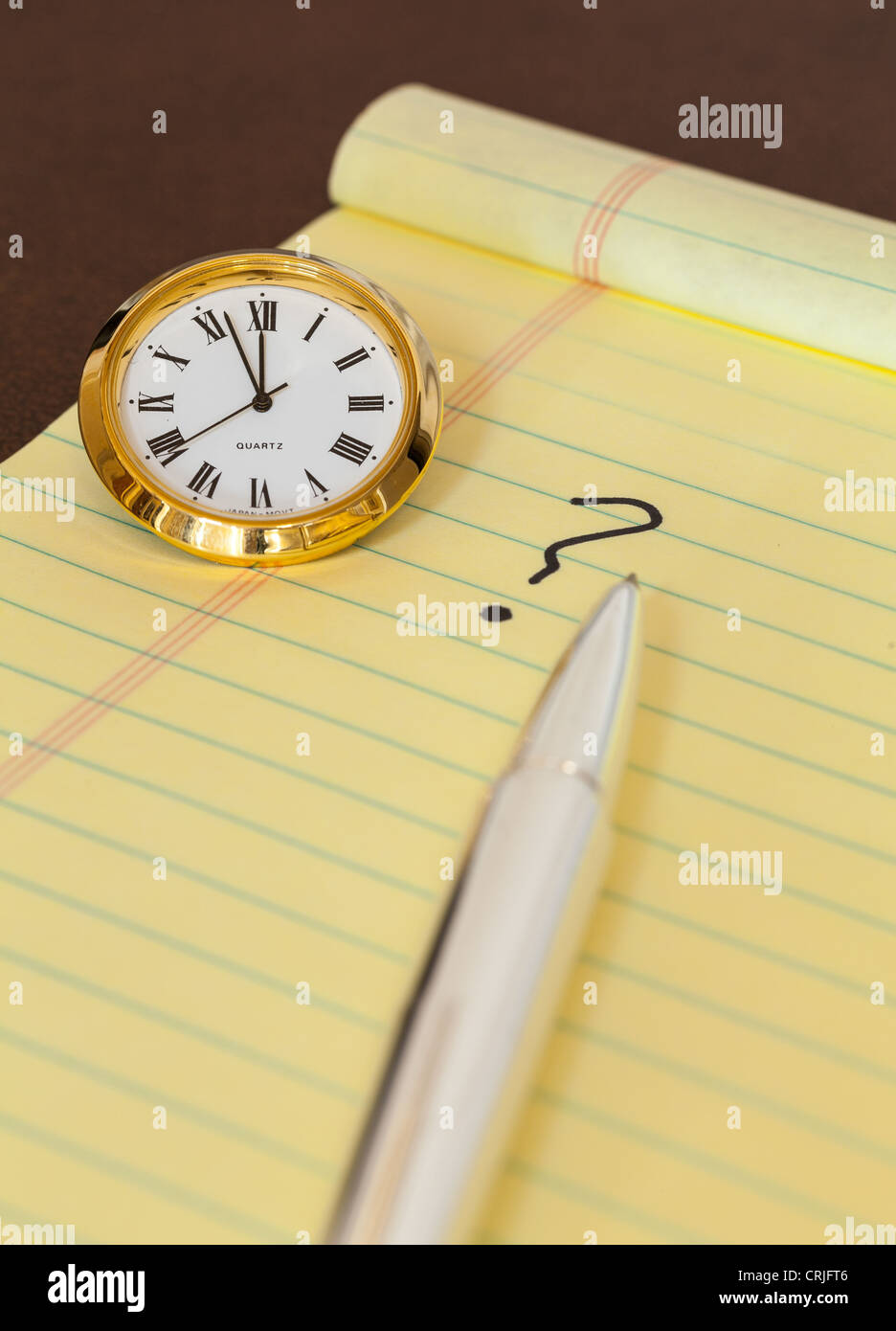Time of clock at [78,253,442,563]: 11:56
